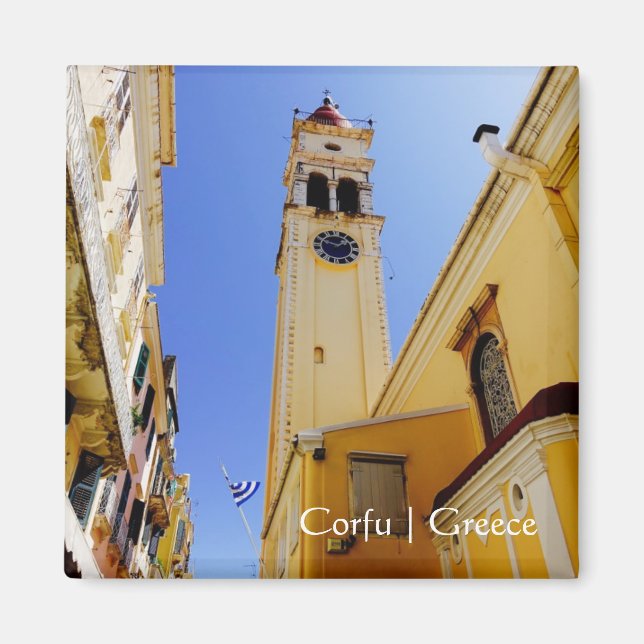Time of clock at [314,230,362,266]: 1:49
